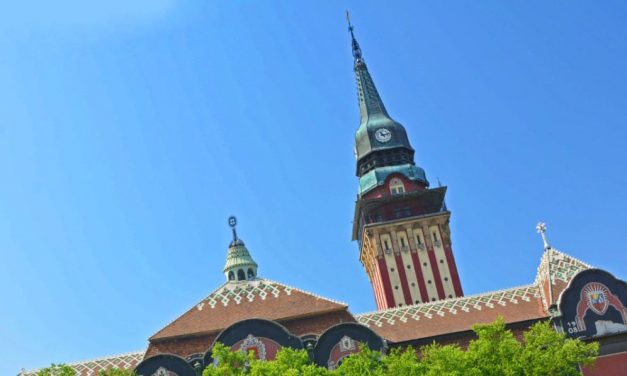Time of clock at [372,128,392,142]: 11:12
